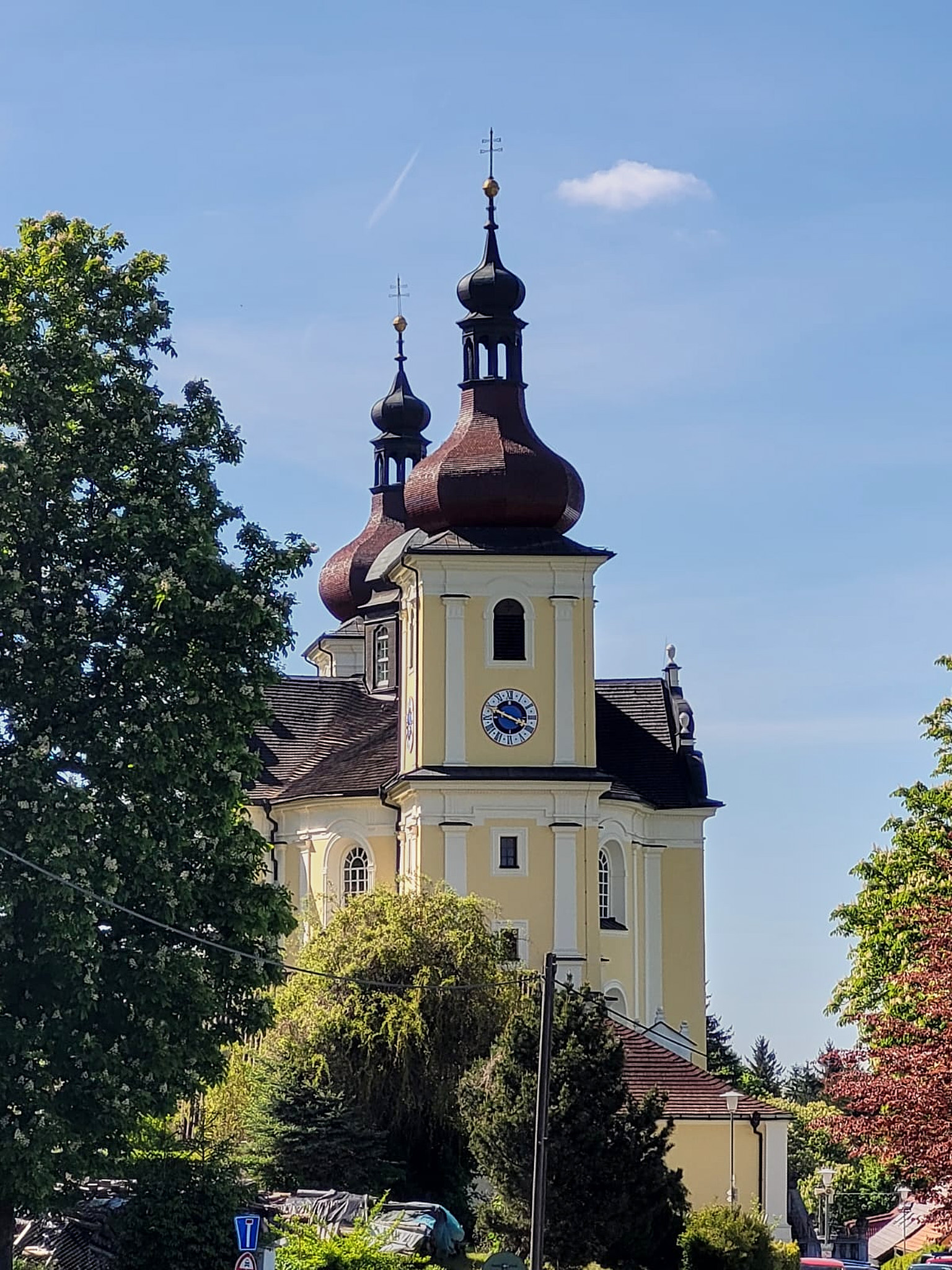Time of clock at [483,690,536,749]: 3:48
